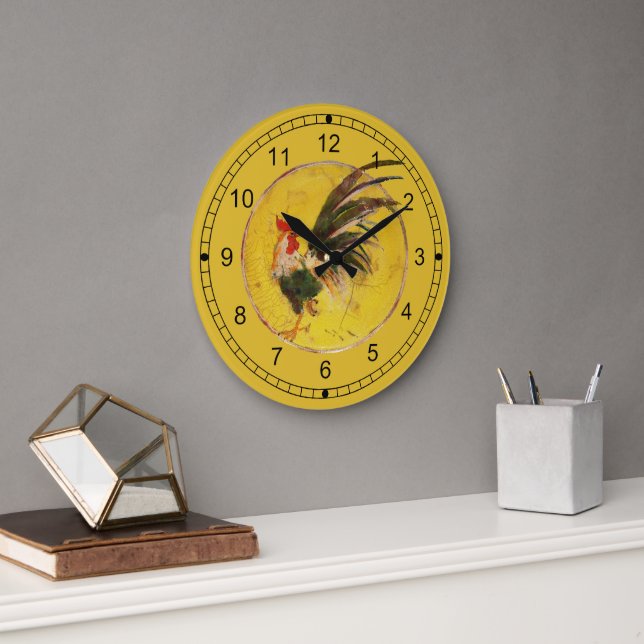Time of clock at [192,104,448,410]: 10:09
